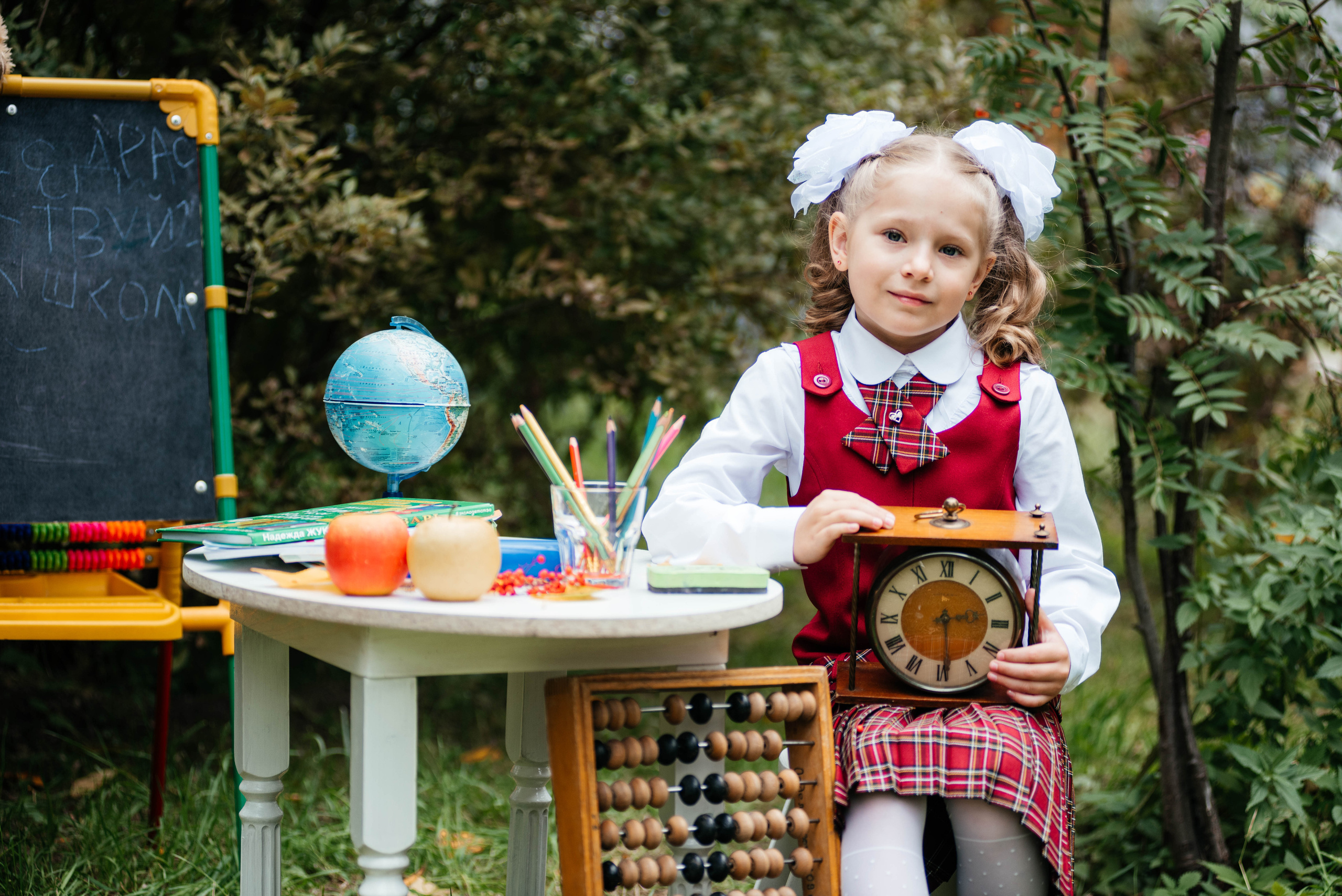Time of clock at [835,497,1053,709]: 2:29
